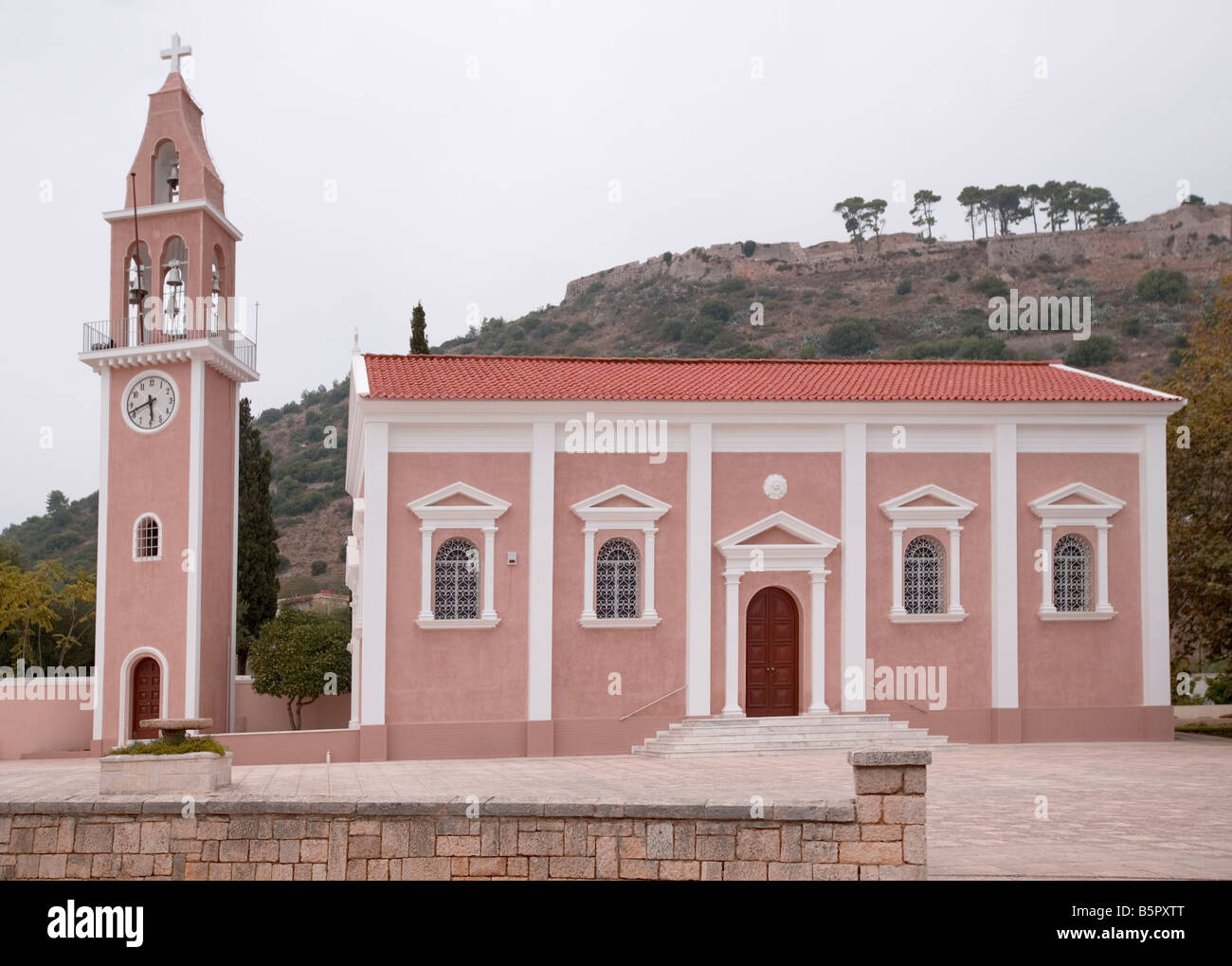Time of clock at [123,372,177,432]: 5:41
